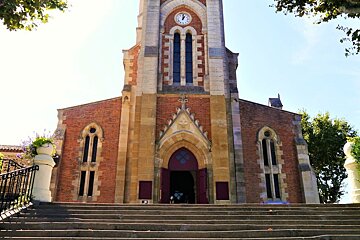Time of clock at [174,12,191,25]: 1:01
